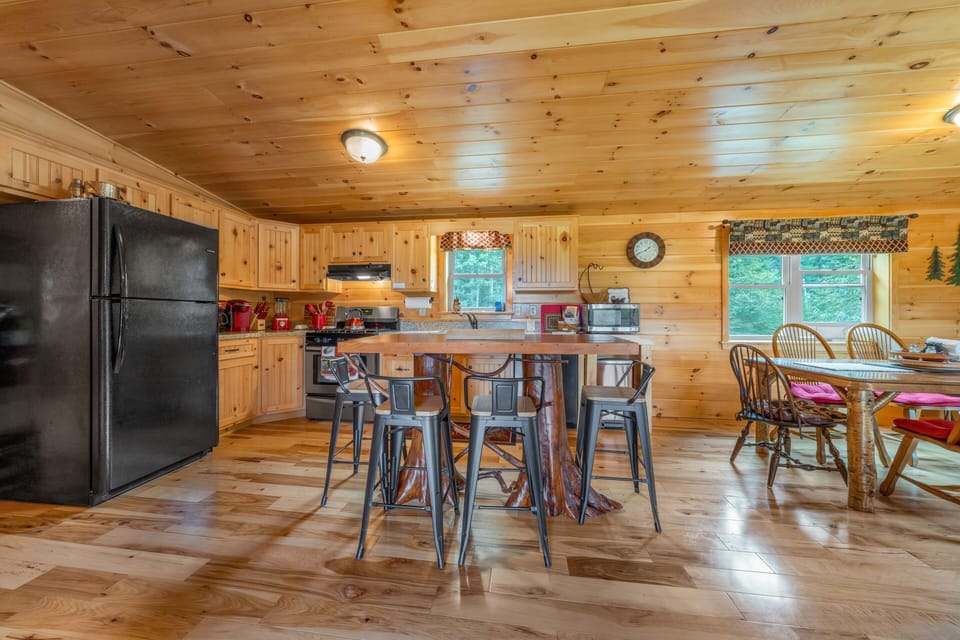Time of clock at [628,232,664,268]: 1:41
